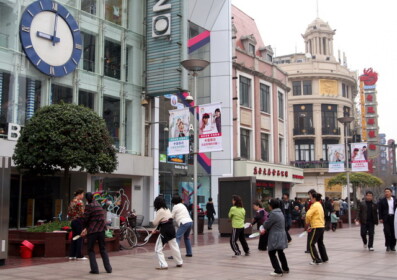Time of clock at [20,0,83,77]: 9:01
